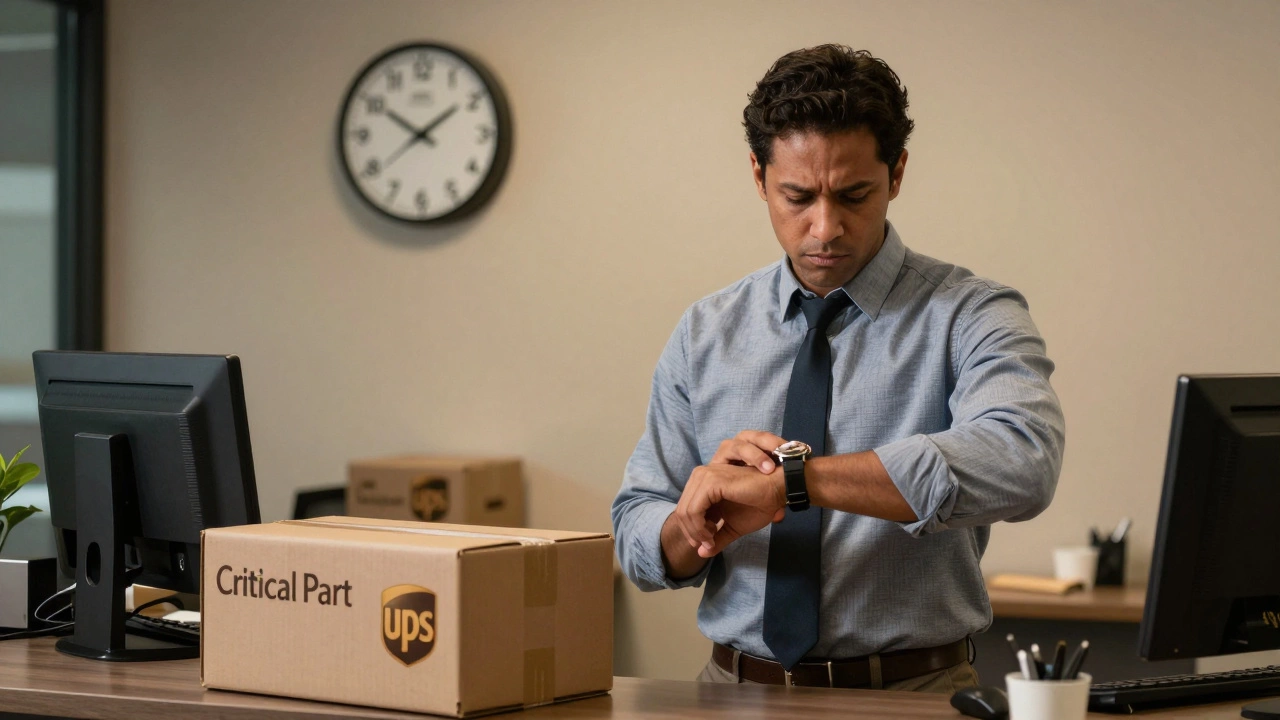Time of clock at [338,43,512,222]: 1:50
